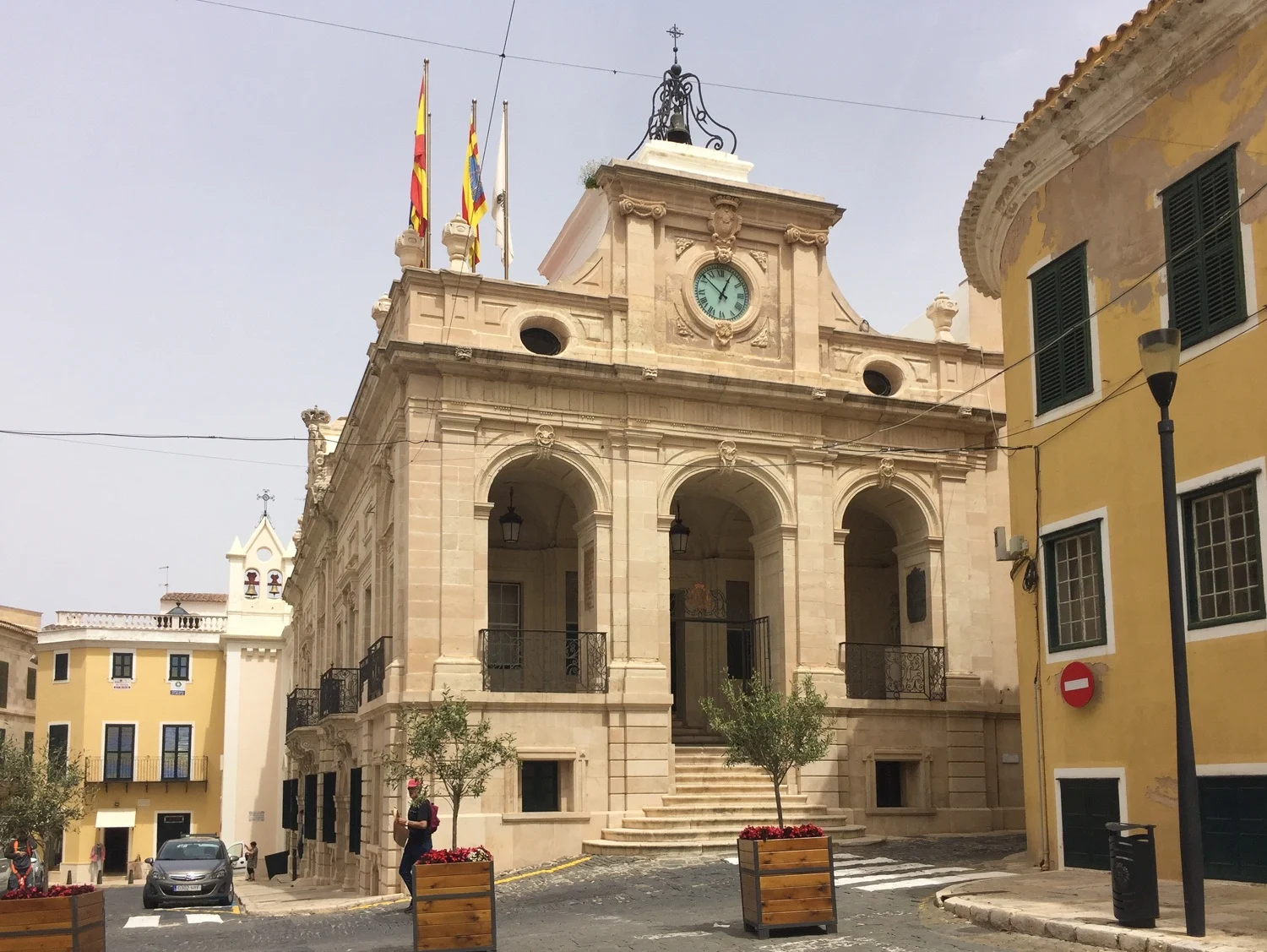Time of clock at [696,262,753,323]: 12:52
